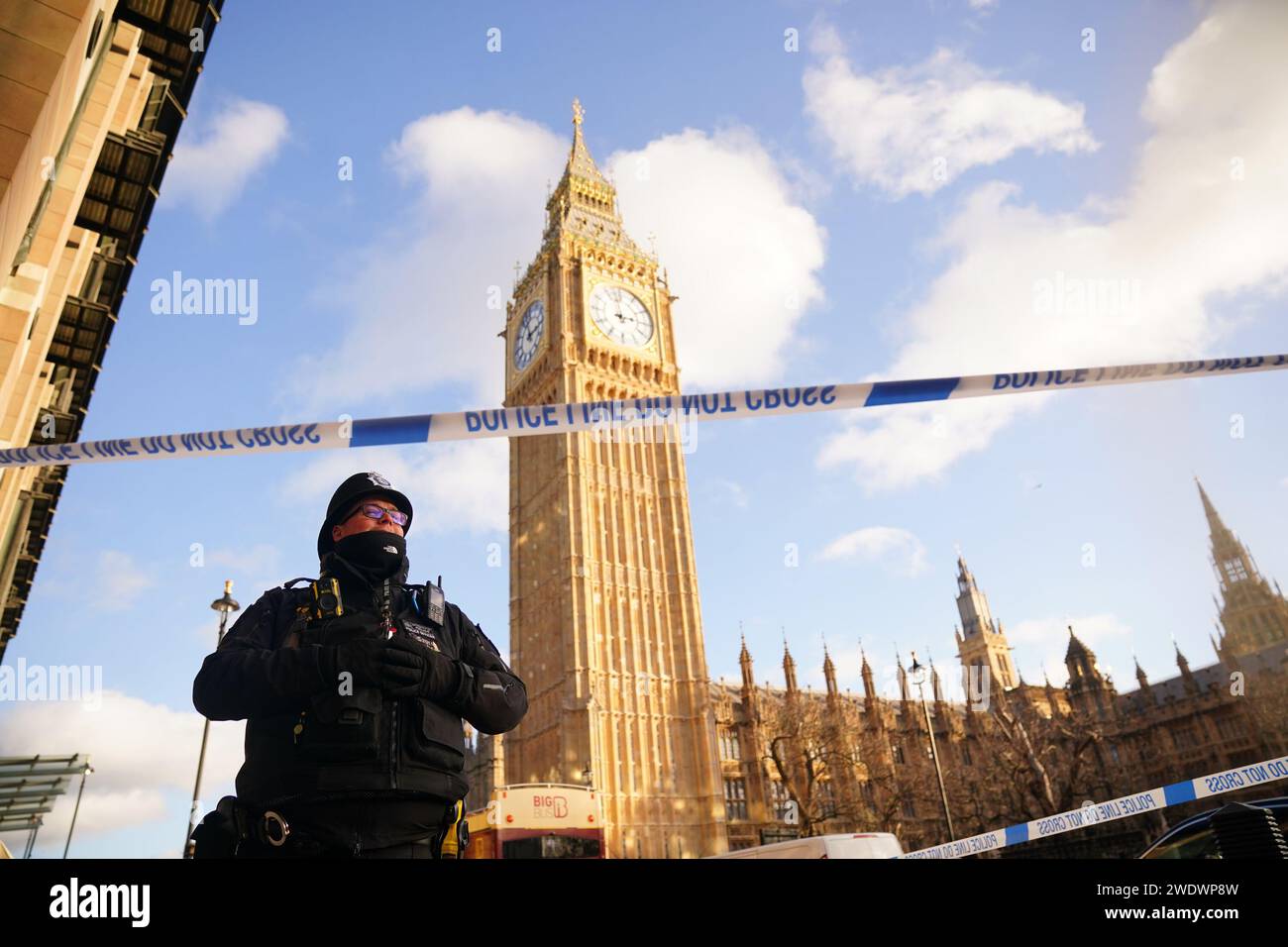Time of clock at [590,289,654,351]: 2:58
